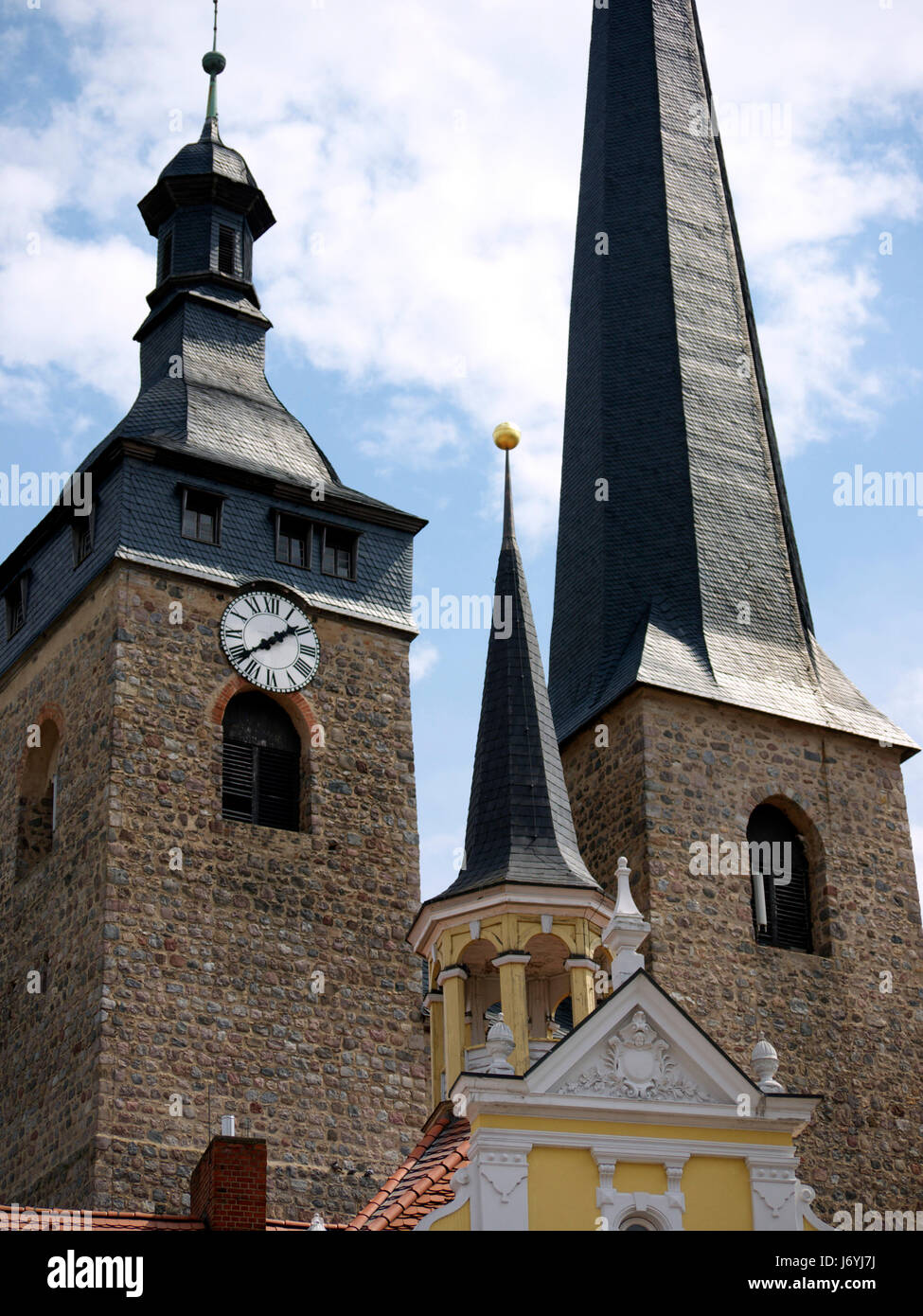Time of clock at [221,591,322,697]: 1:38
